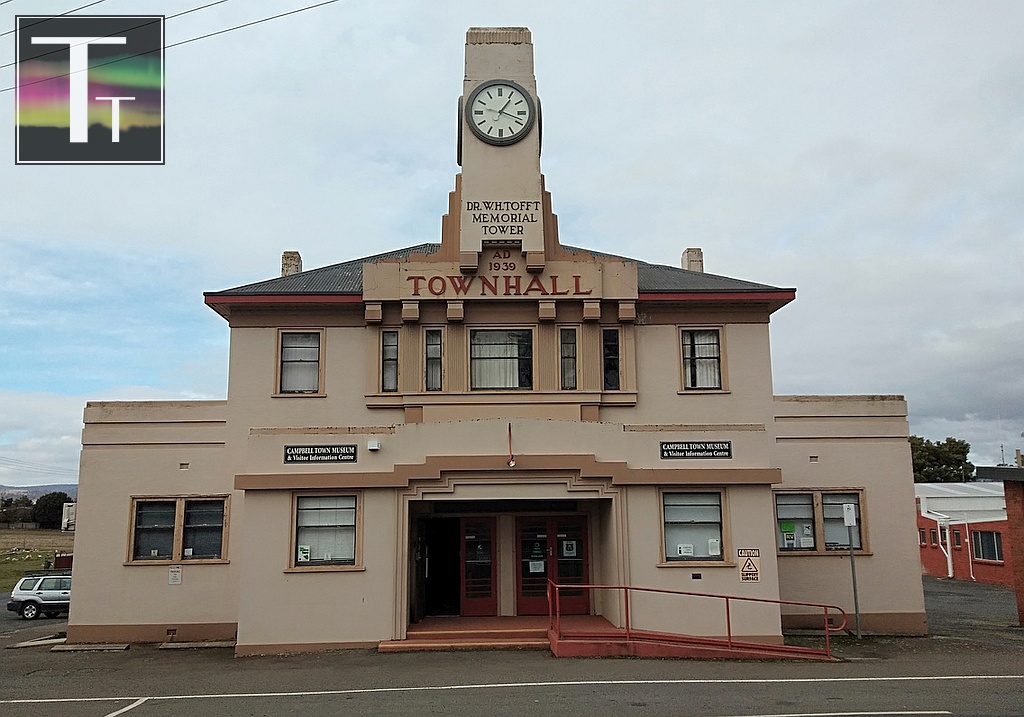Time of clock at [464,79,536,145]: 1:18
